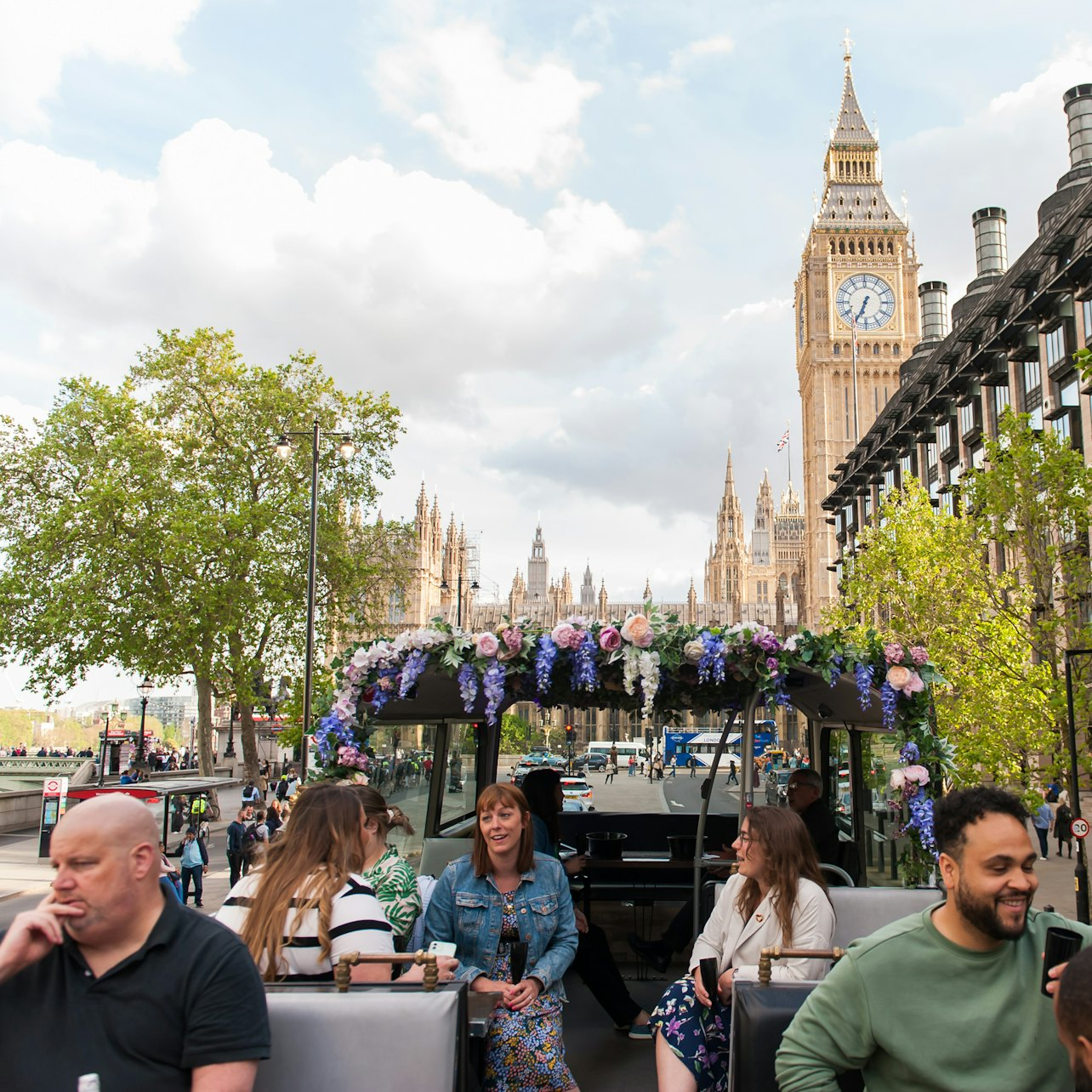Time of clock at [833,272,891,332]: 6:34
